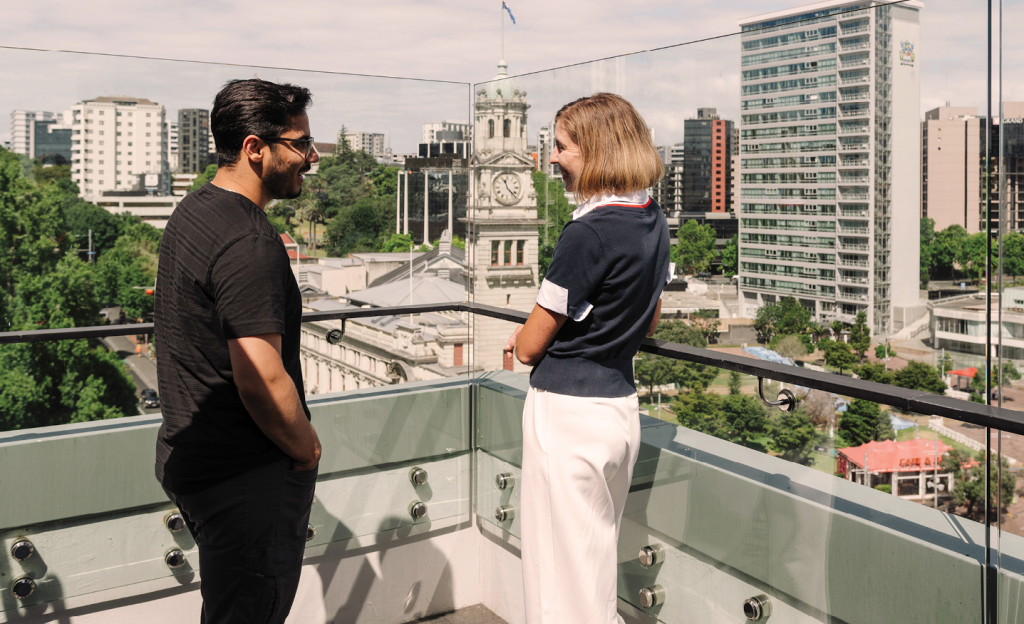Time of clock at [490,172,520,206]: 11:22
